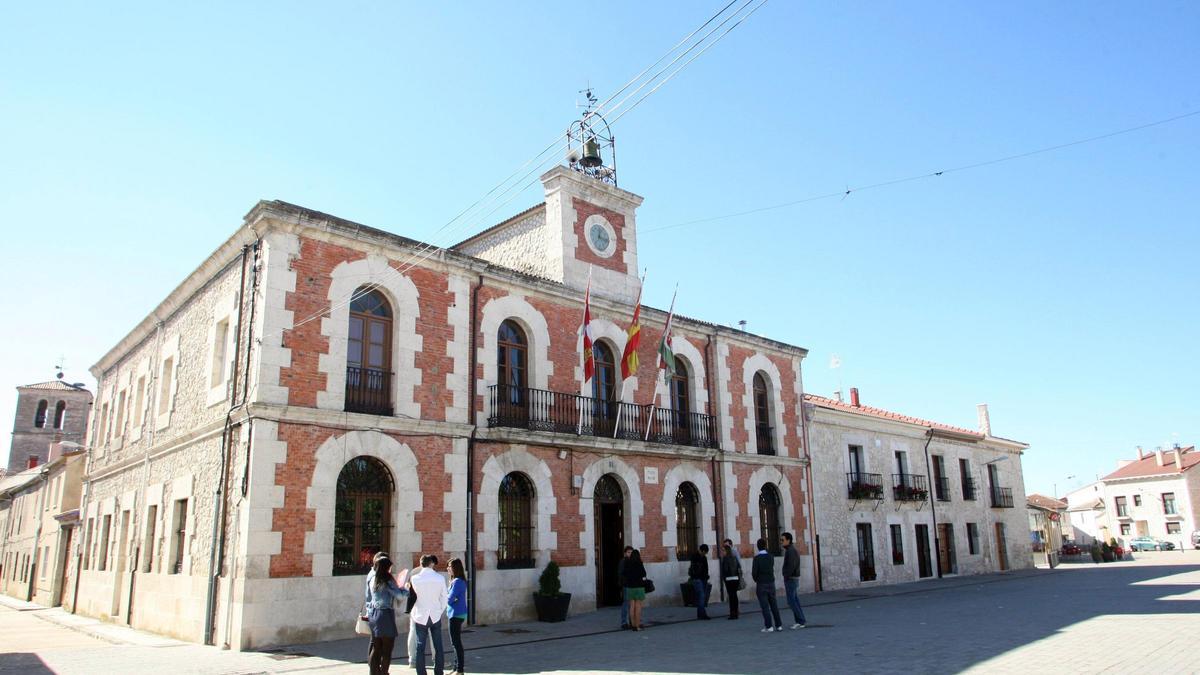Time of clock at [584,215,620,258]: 12:16
